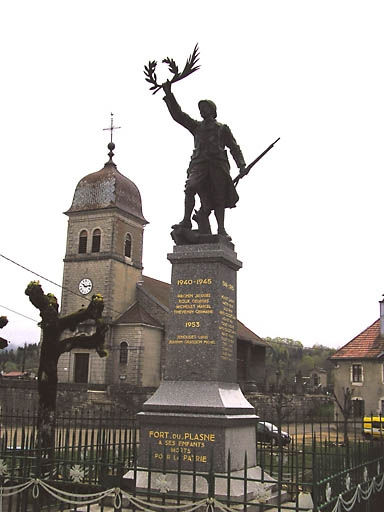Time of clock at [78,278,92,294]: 10:13
